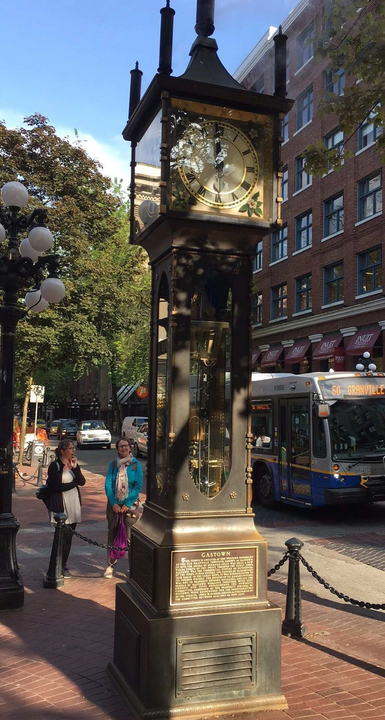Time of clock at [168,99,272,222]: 11:59
